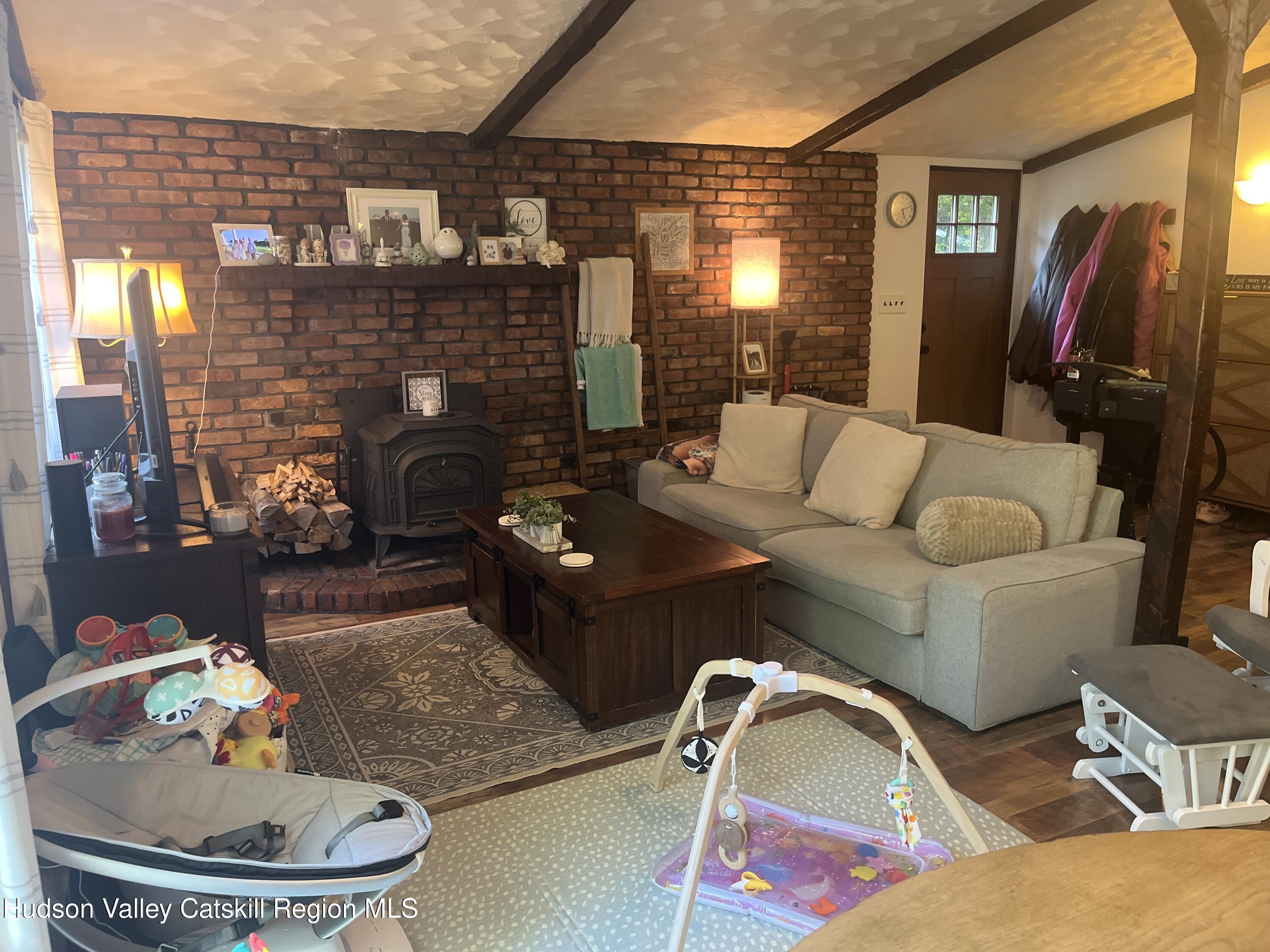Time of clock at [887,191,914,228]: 5:12
